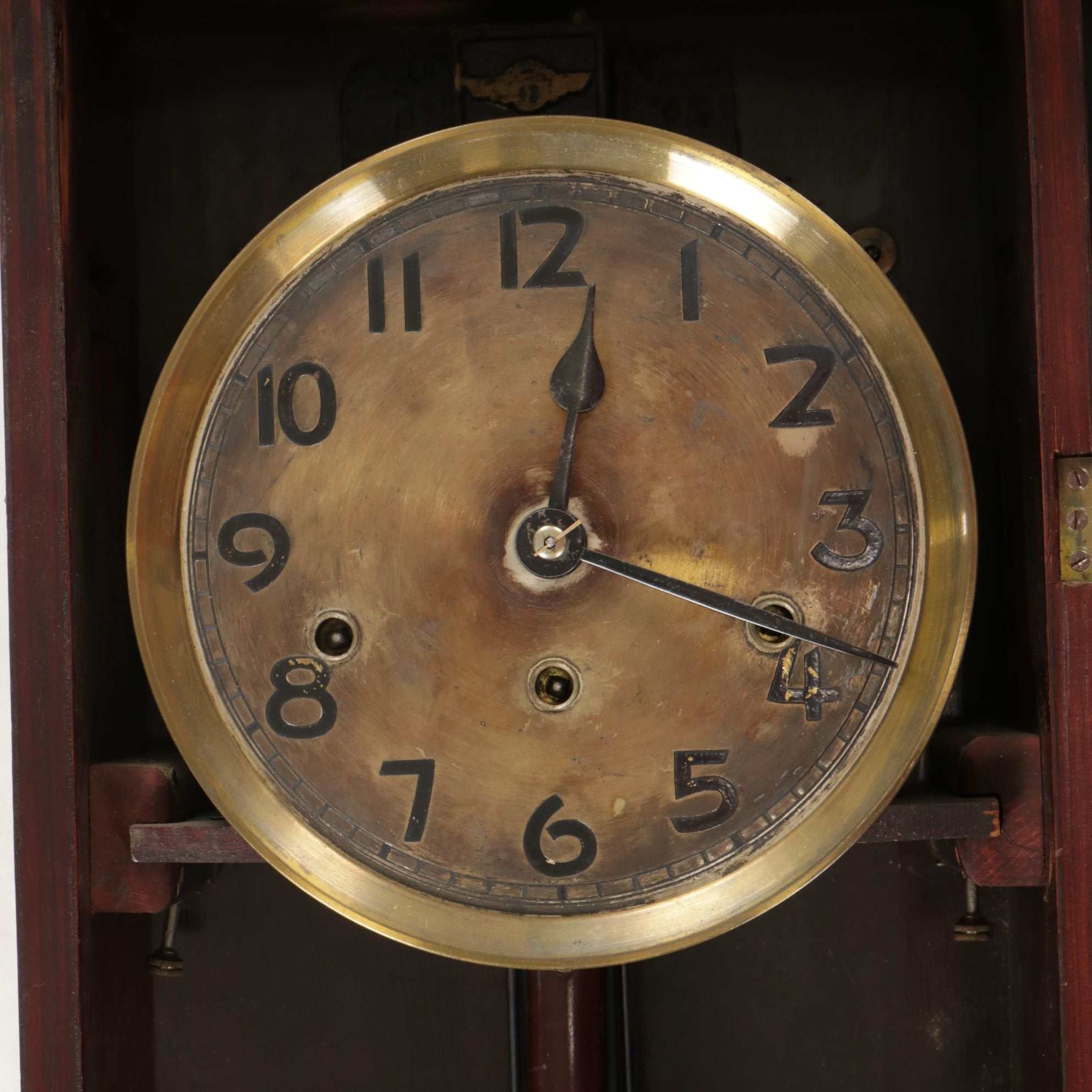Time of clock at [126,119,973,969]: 12:18
